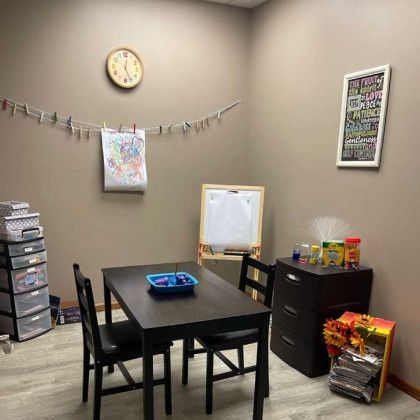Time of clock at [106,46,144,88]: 12:26
